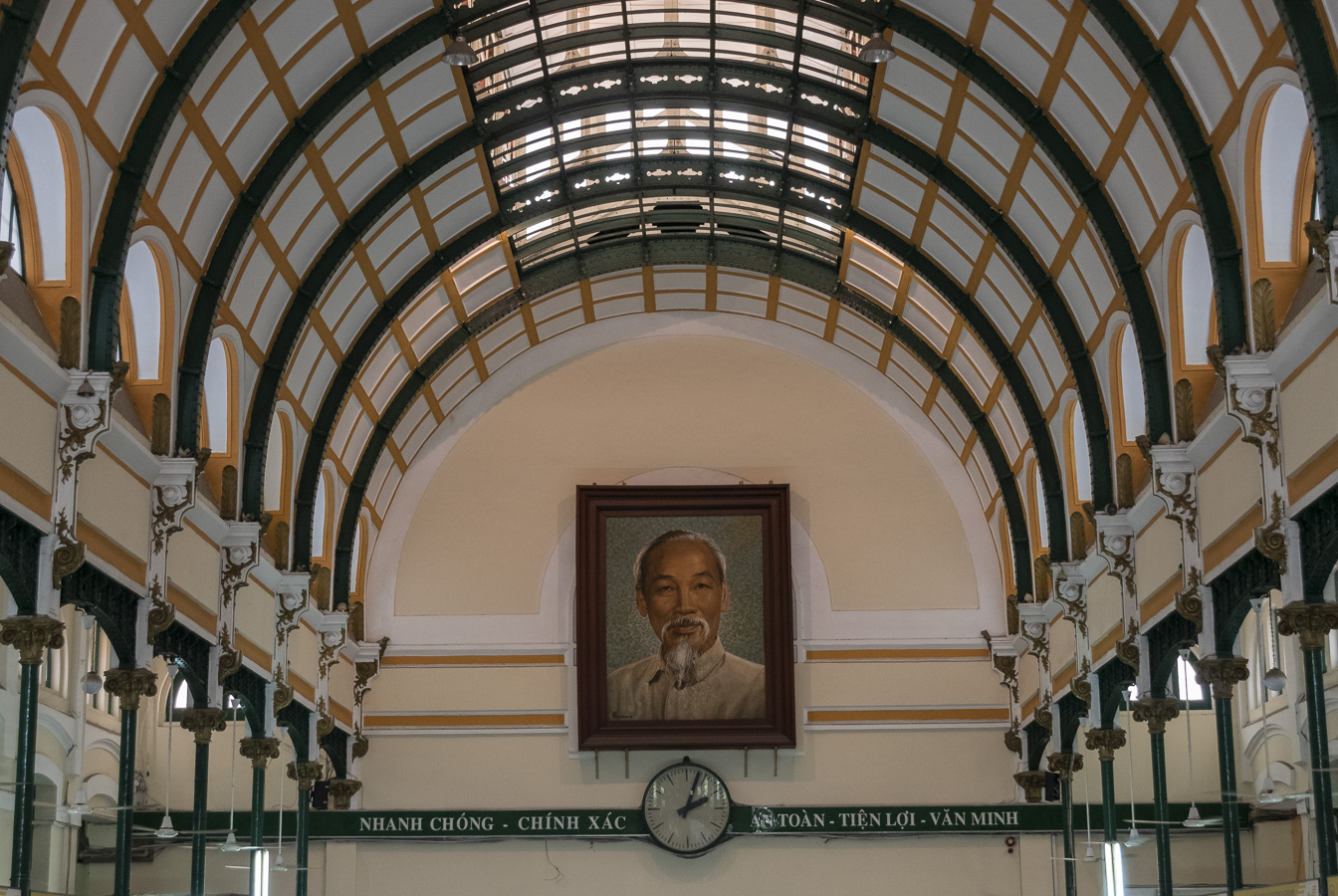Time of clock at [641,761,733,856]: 2:03
